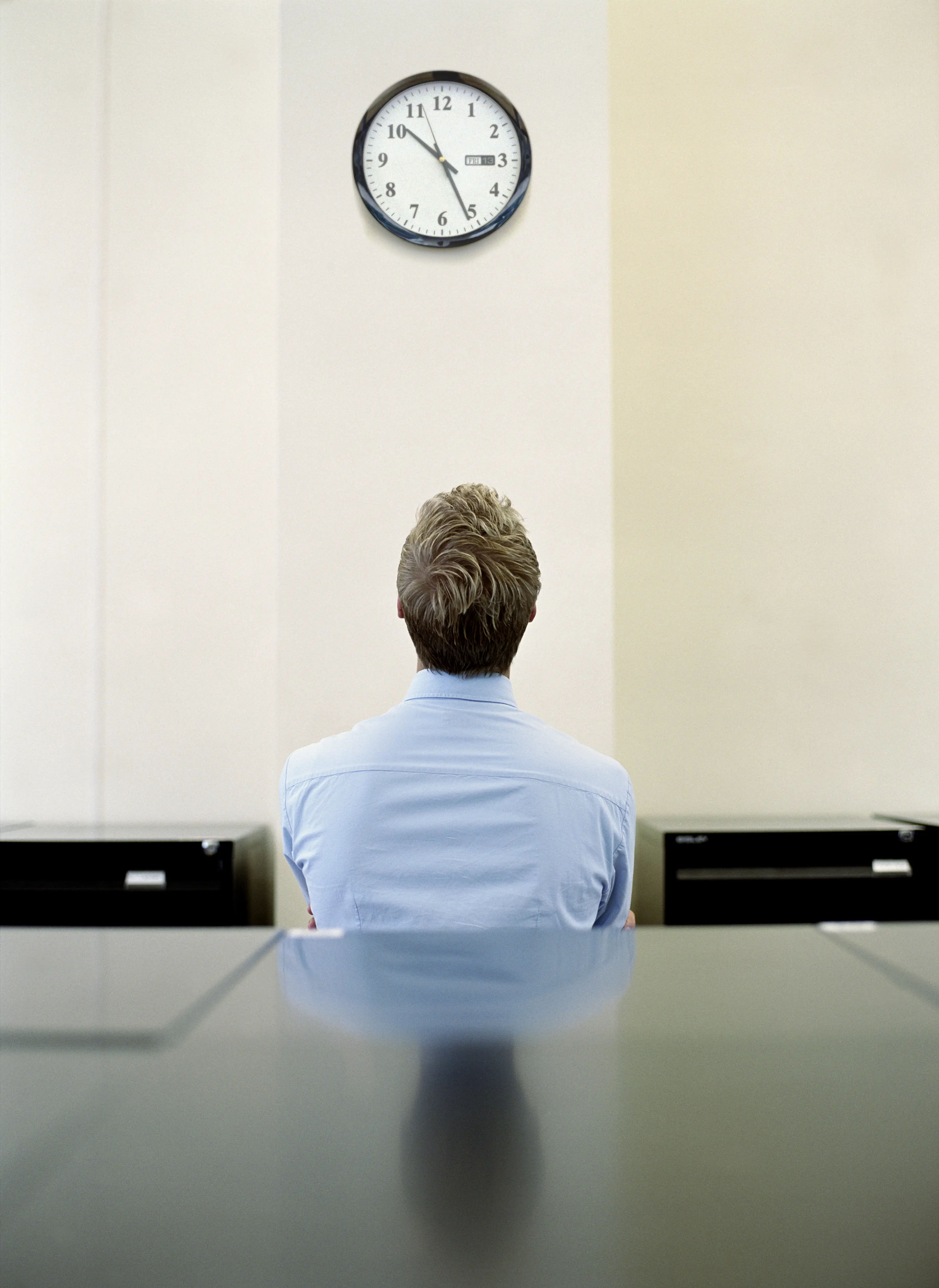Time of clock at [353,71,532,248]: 10:25
